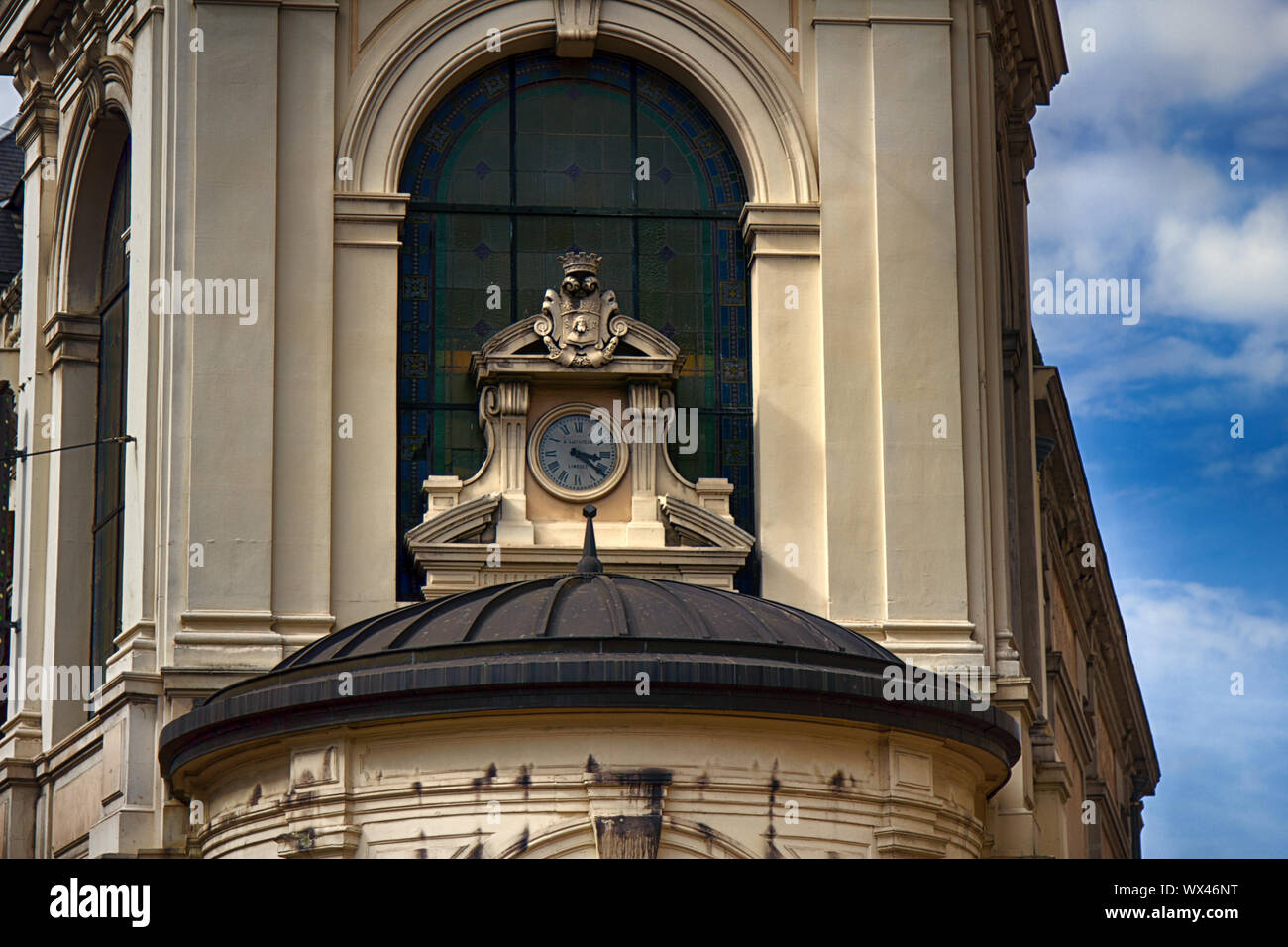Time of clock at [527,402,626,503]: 3:21
